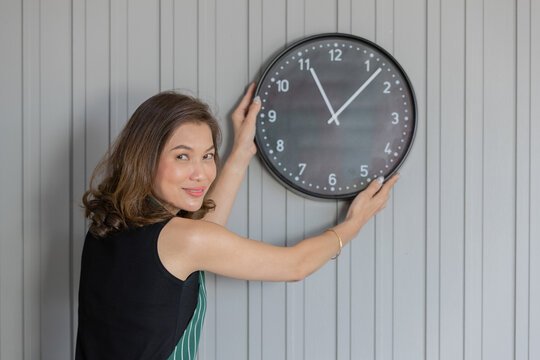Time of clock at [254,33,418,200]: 11:07
